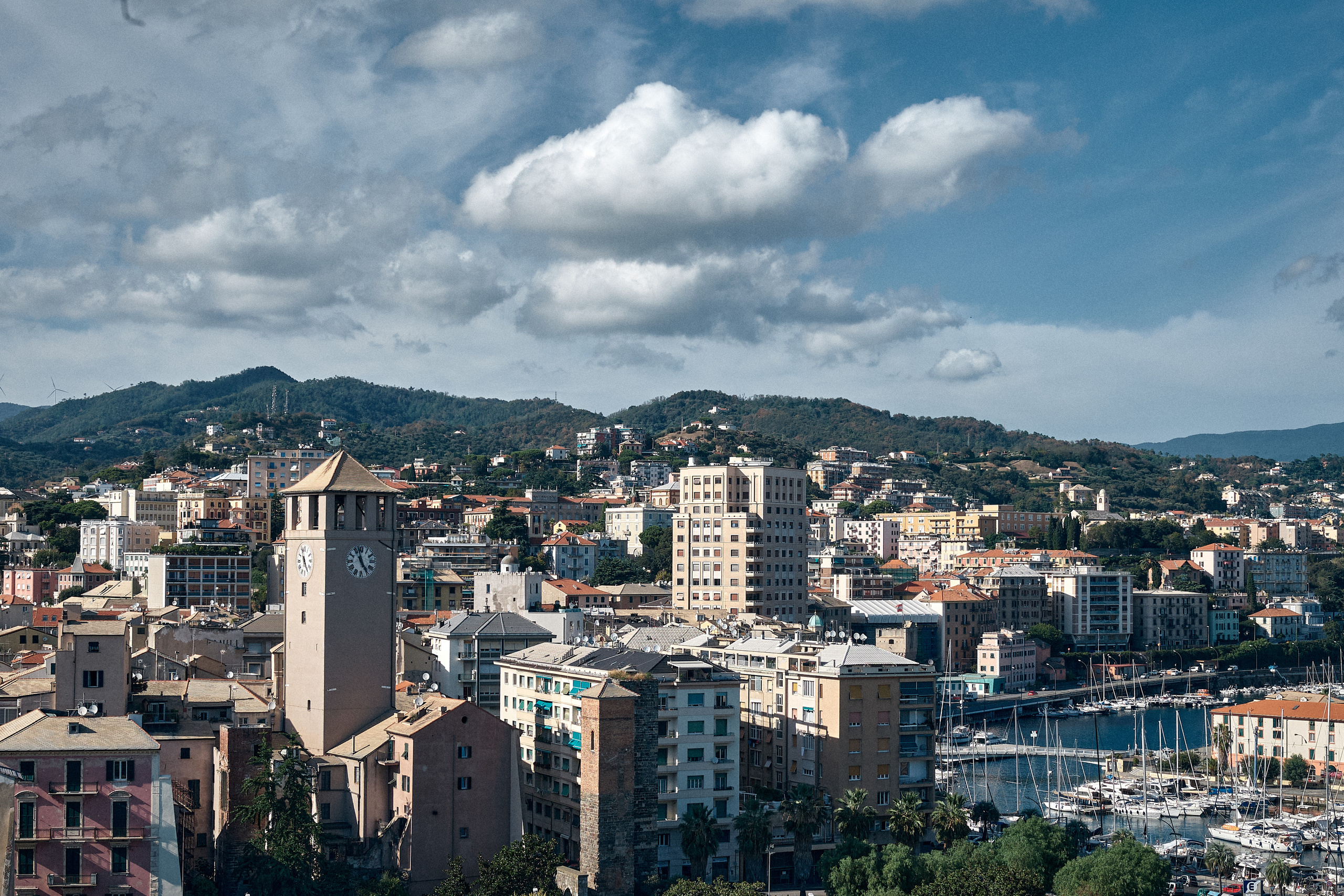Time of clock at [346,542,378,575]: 4:57
